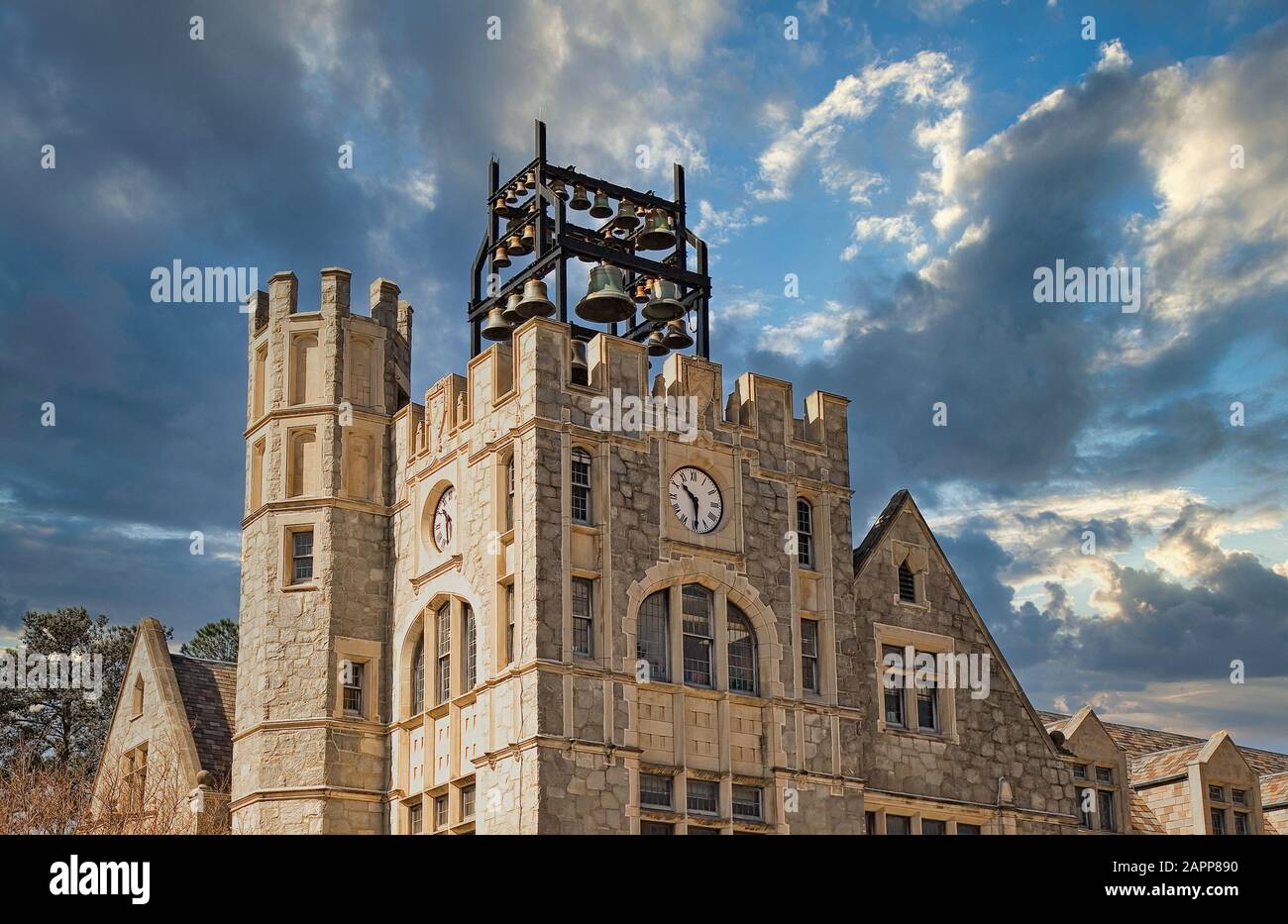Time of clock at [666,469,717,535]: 10:29
